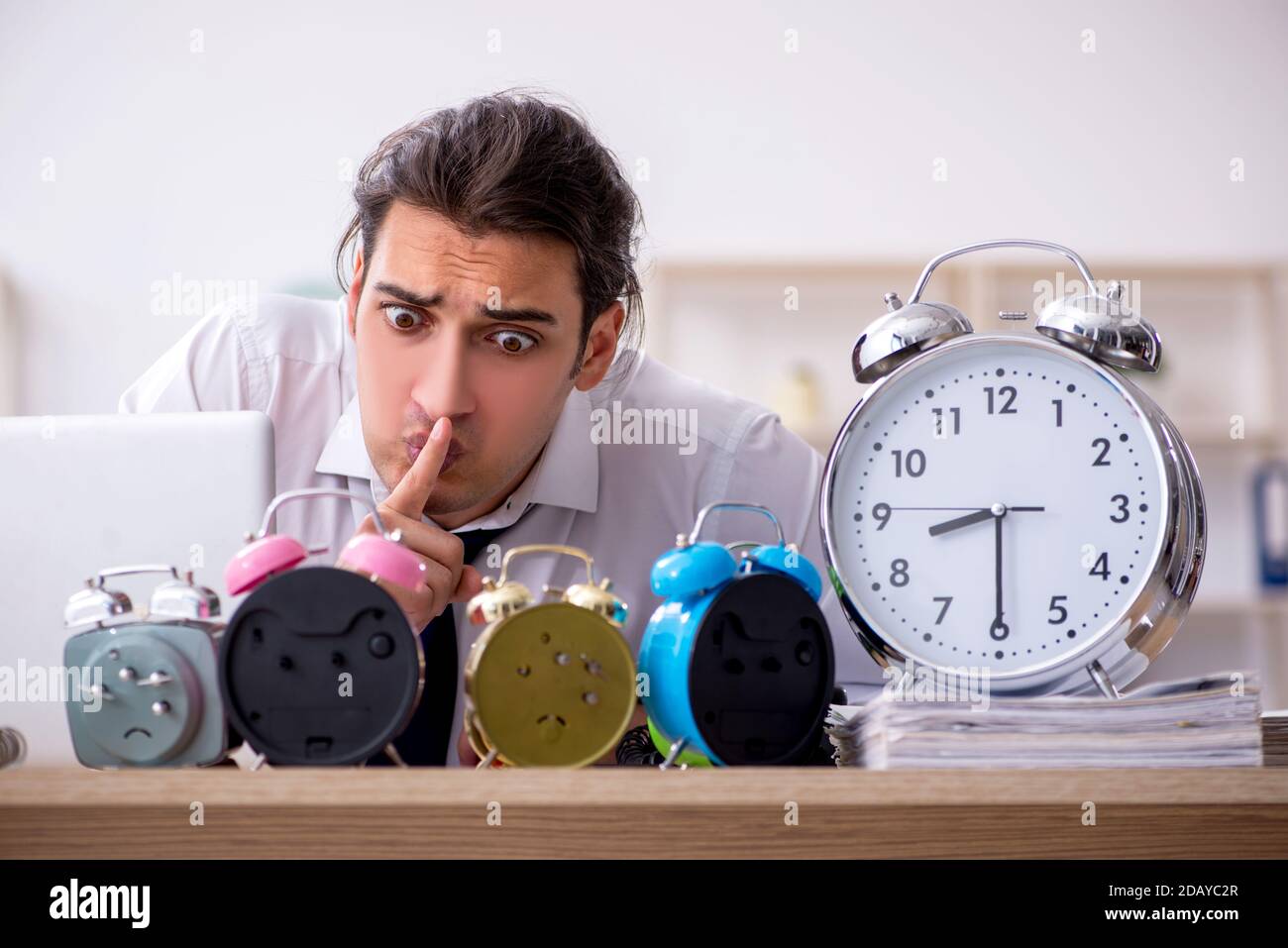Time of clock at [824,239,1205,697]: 8:29
